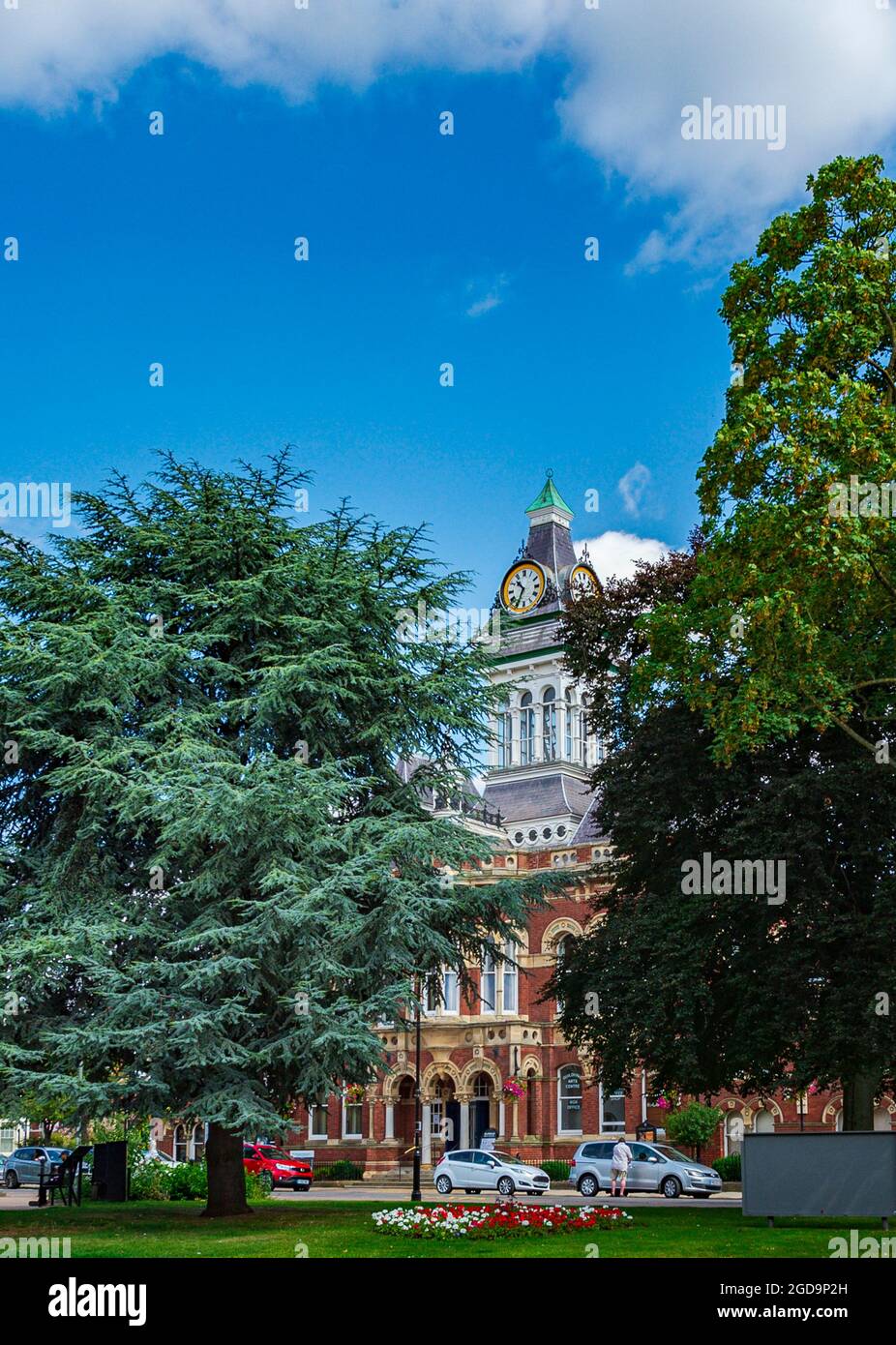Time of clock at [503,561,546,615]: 10:34
